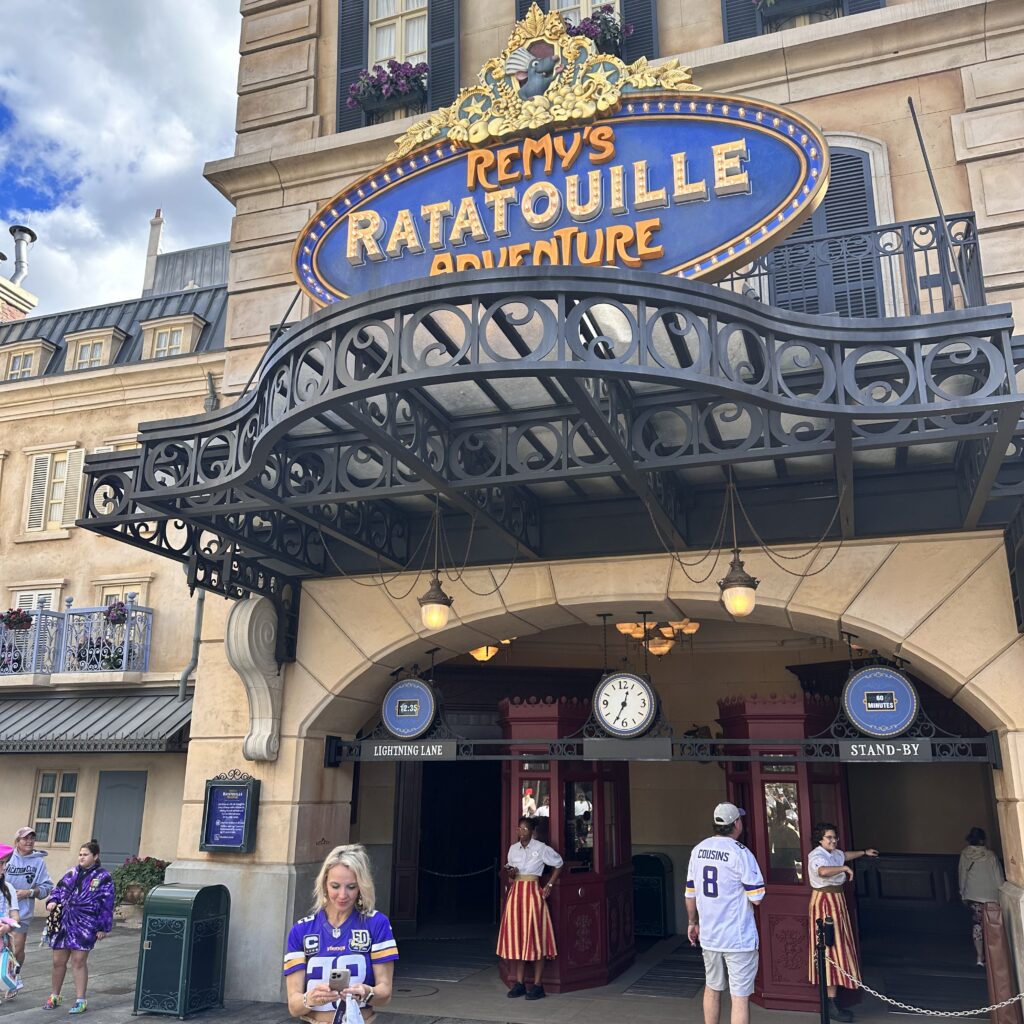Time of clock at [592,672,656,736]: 12:34
